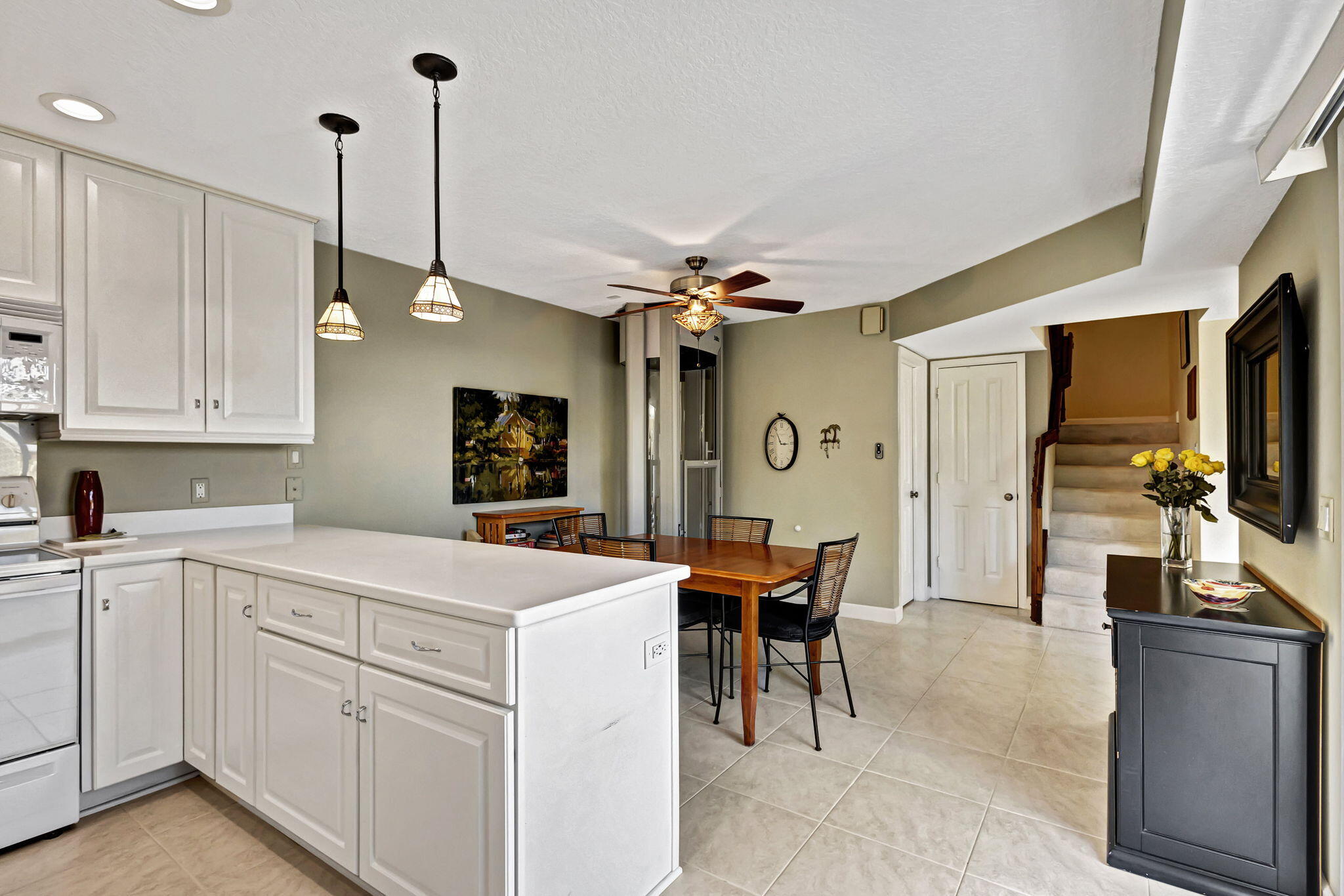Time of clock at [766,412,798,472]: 2:53
